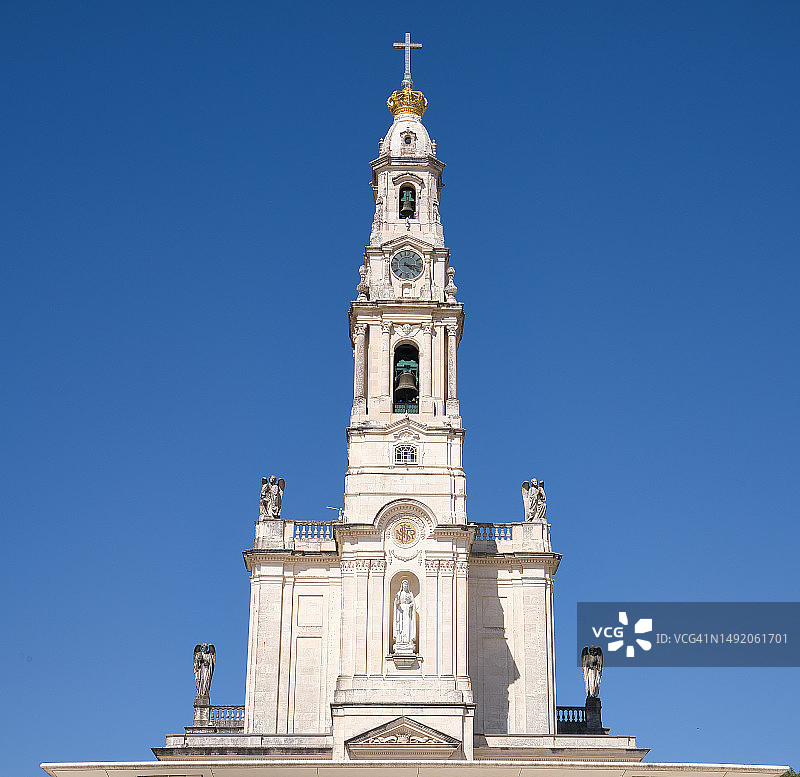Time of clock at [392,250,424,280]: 4:16
